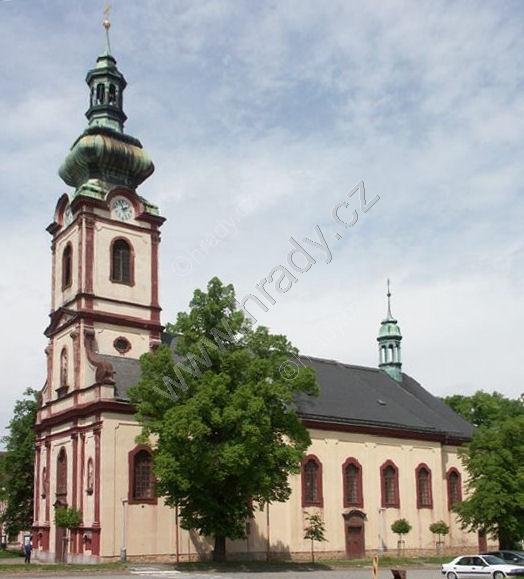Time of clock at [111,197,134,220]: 1:56
